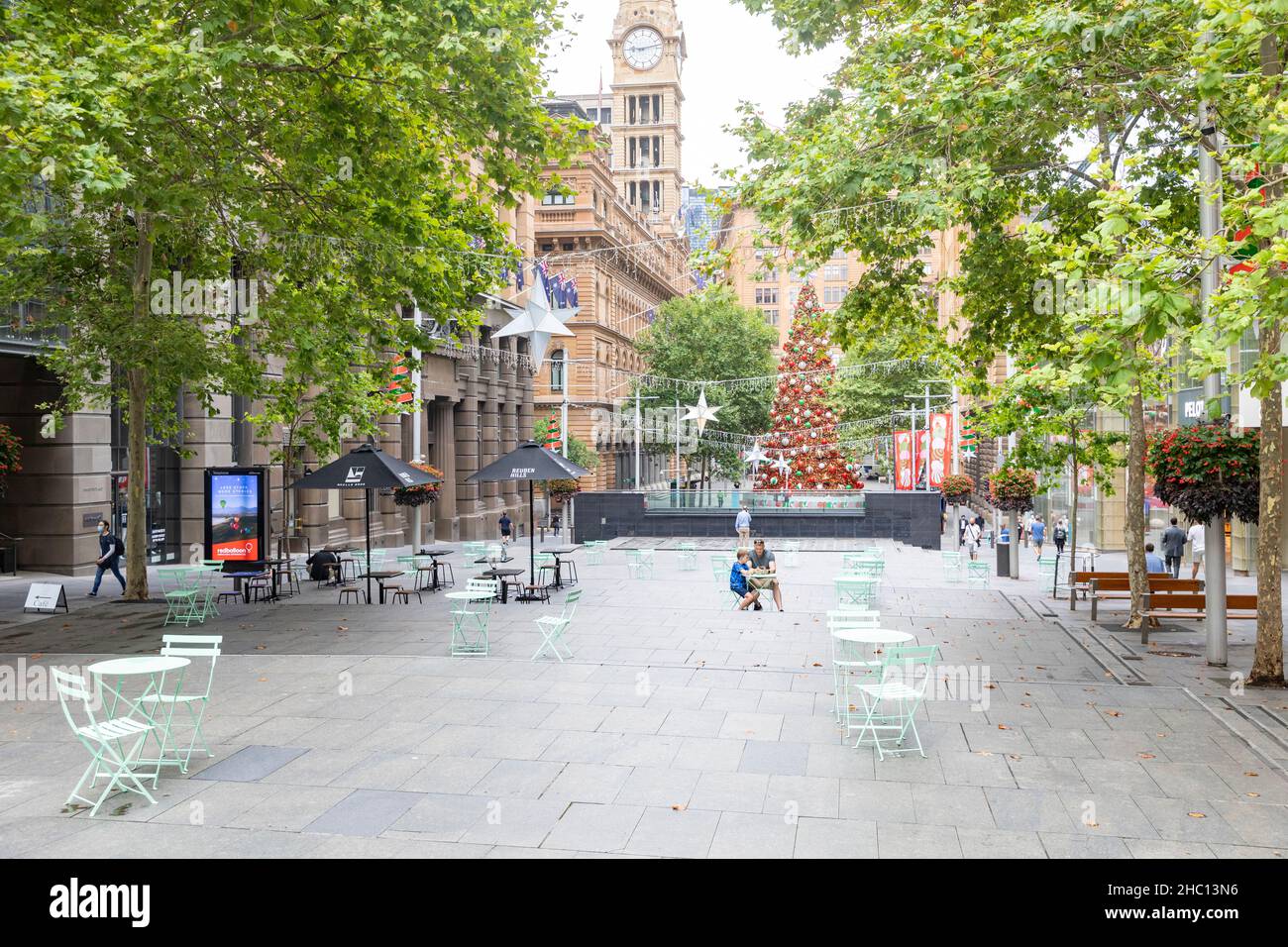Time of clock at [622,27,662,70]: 9:12
